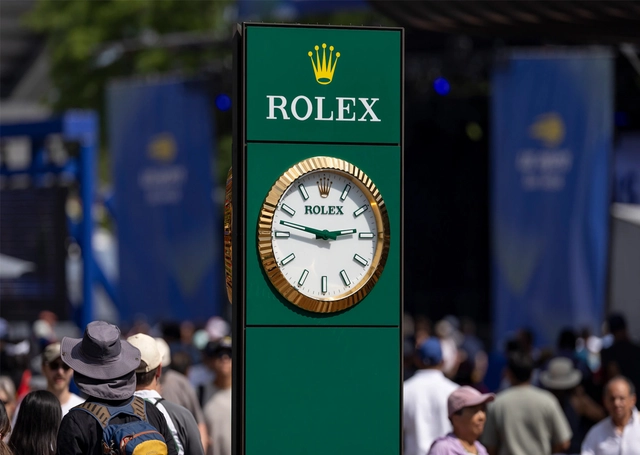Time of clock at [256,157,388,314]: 2:47
